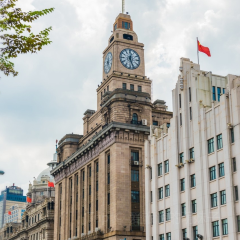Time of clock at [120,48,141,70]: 12:26
